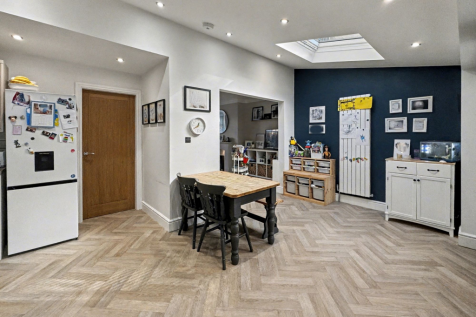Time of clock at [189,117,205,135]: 12:38
